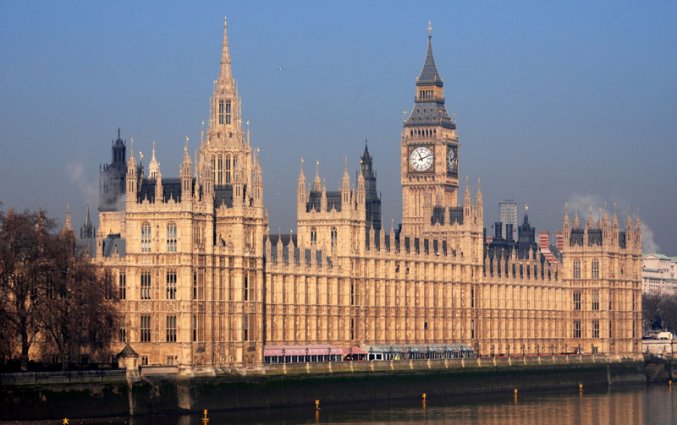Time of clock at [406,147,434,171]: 11:11
